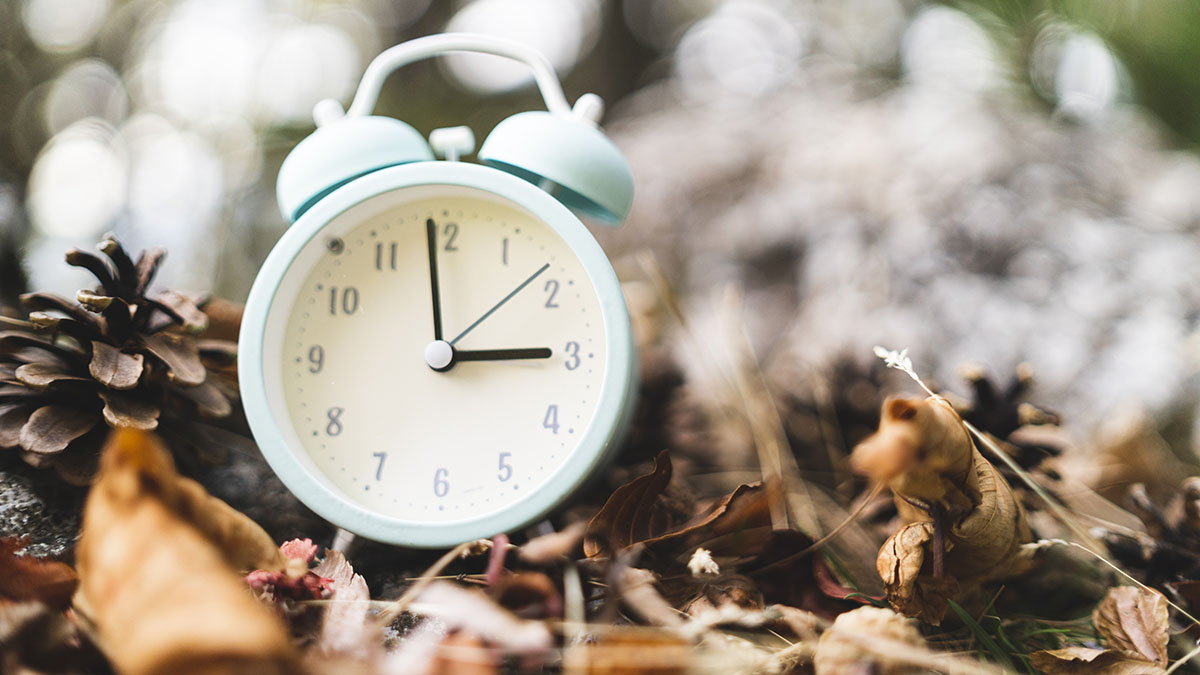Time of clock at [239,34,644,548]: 2:59
